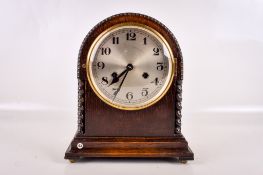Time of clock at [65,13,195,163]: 7:34
